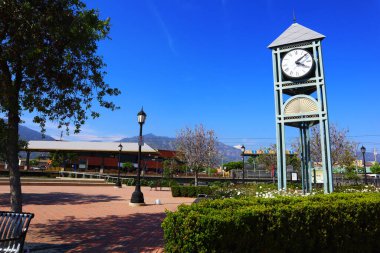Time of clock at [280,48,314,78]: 4:08
